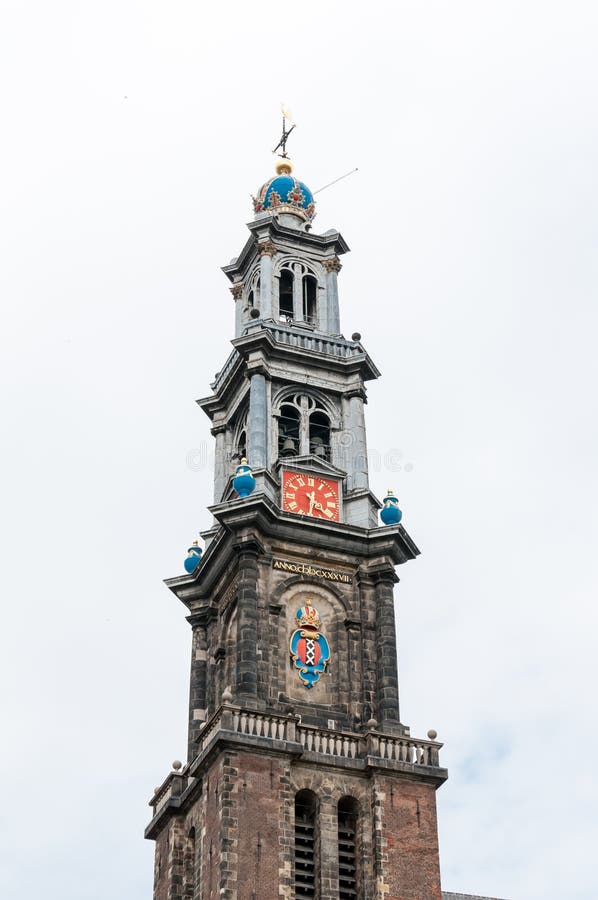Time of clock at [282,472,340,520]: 4:31
